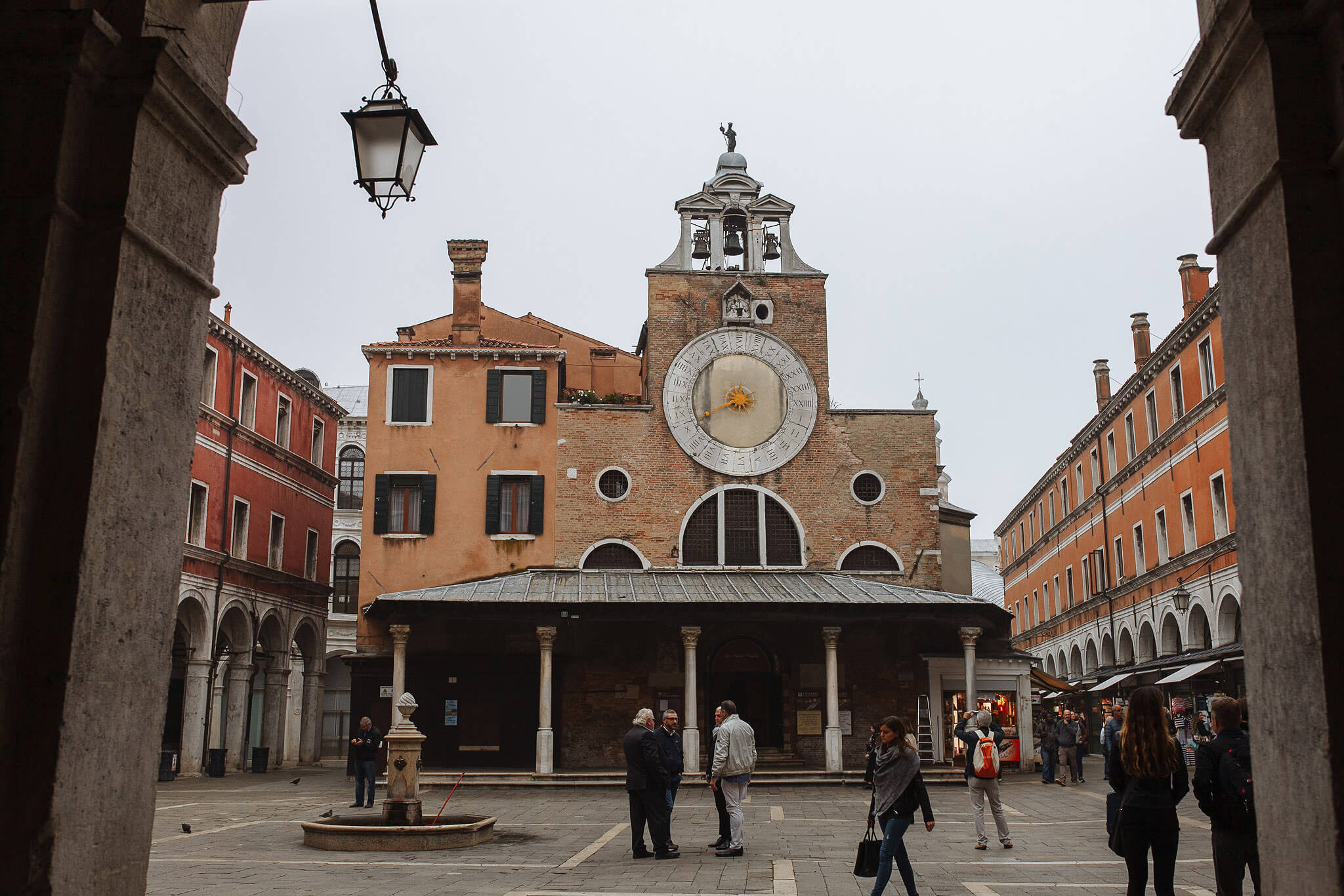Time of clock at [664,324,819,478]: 8:40
